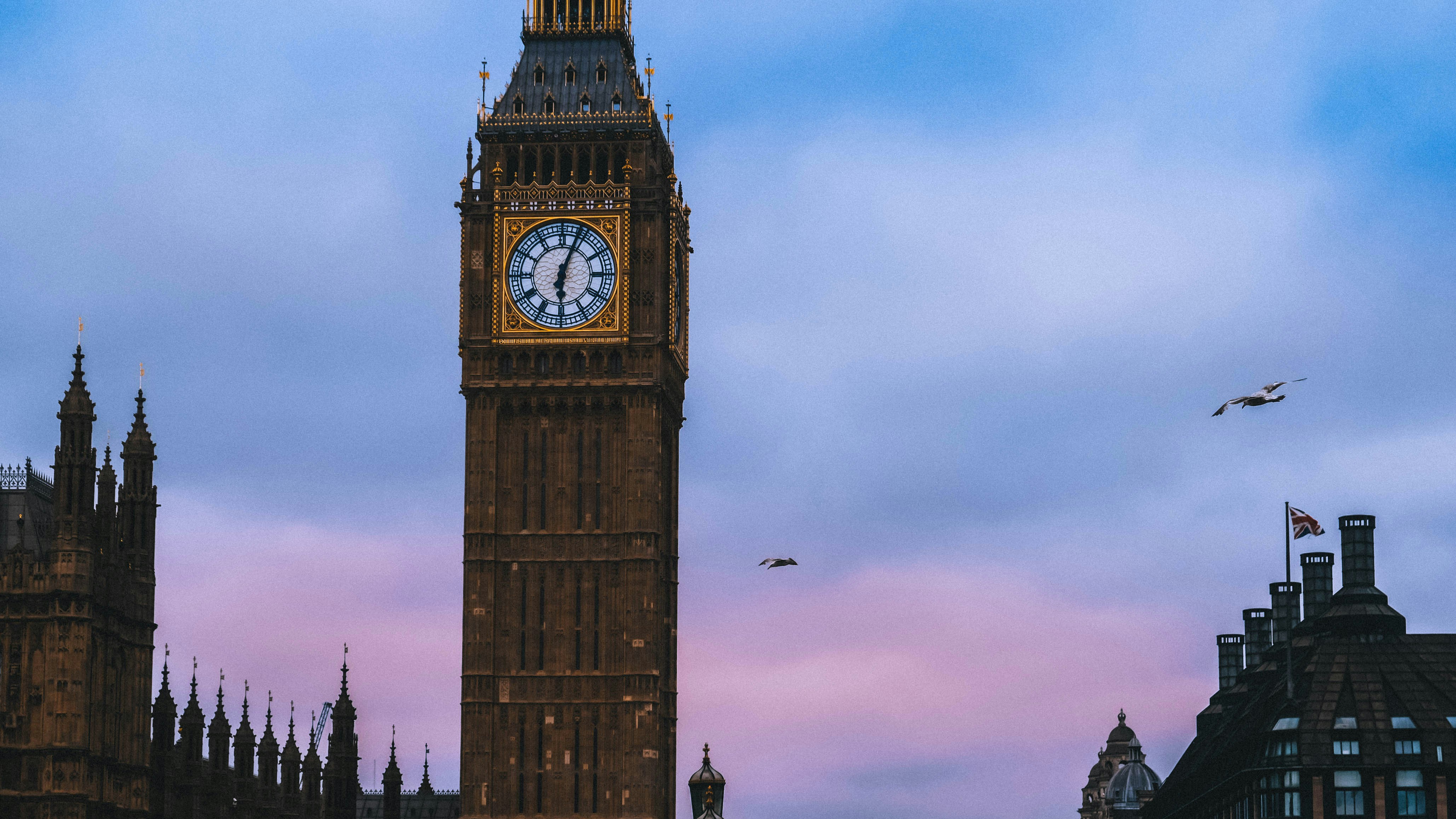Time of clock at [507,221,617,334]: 6:03
